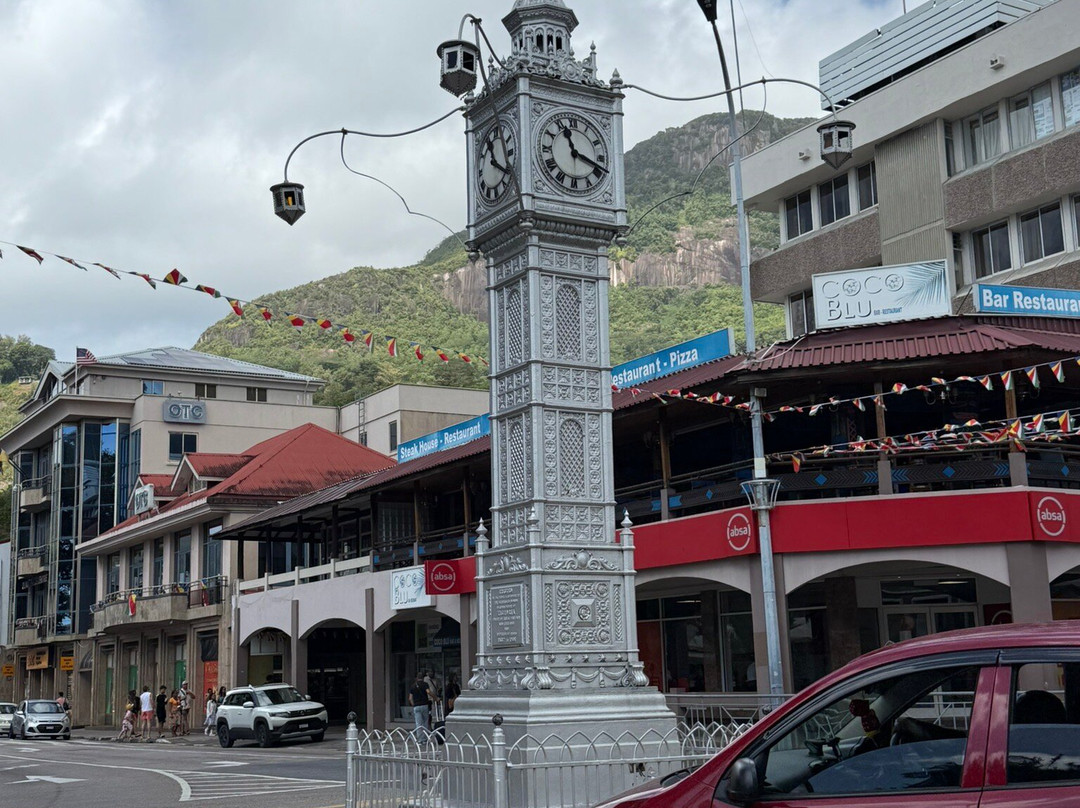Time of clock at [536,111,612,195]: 11:18
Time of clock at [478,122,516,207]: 11:20
